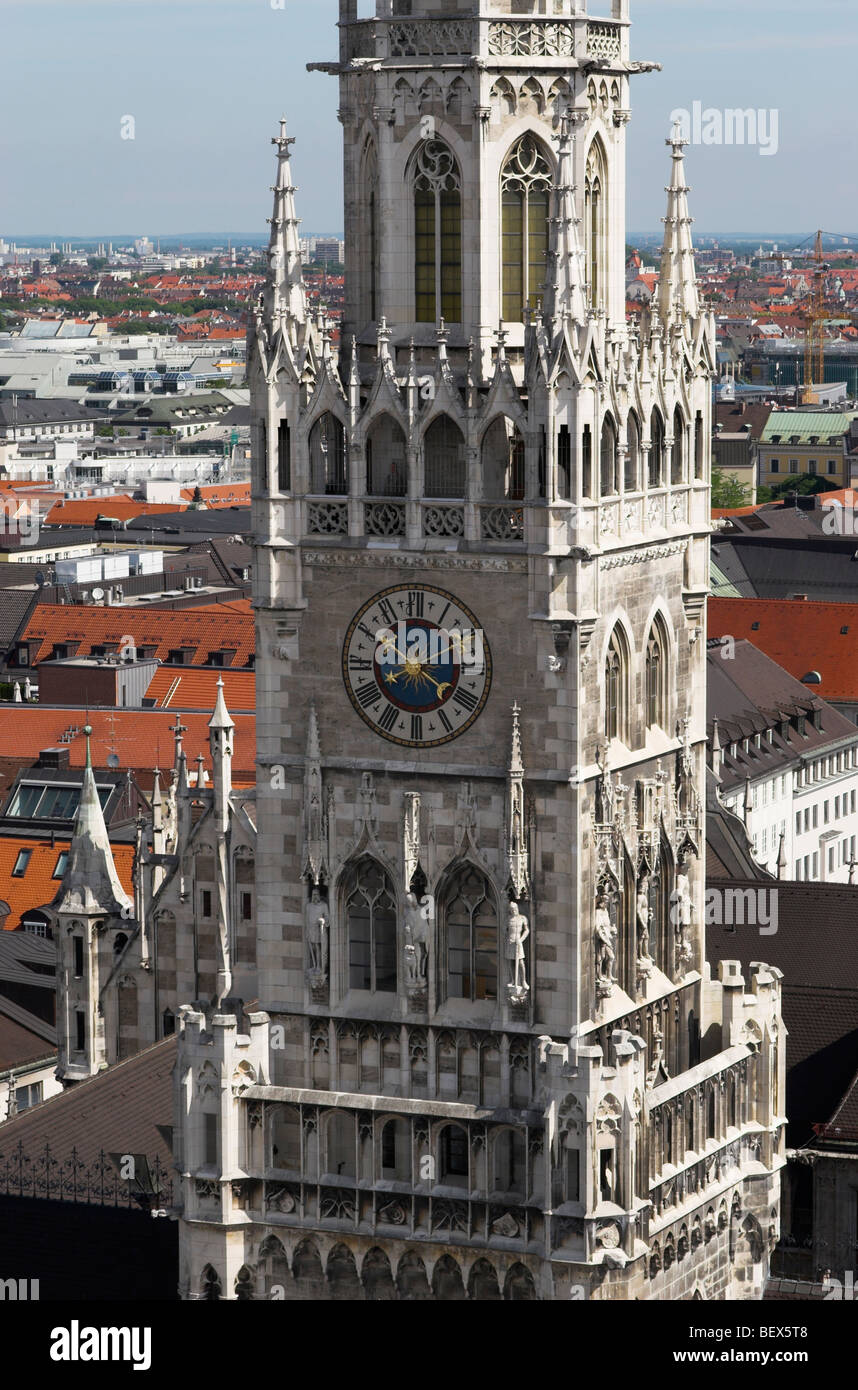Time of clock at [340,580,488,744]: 4:14
